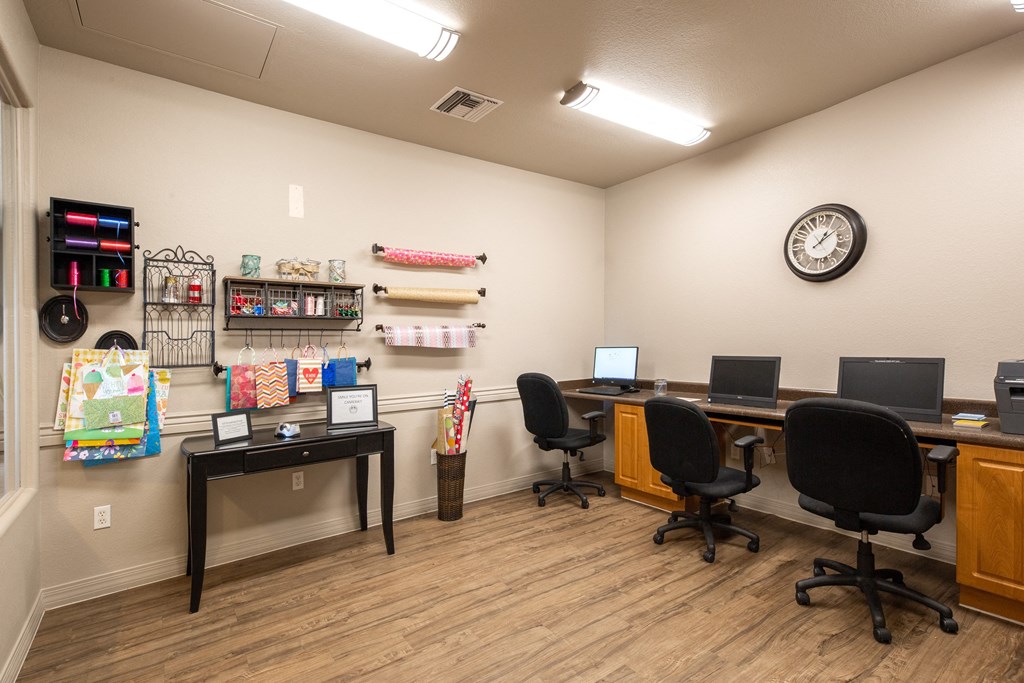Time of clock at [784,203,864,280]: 1:09
